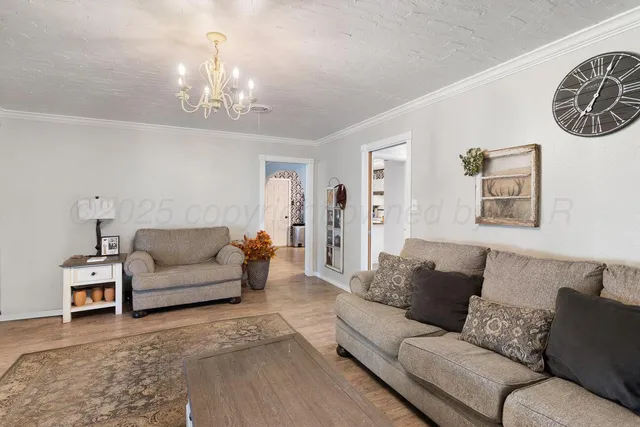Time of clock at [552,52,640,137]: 7:04
